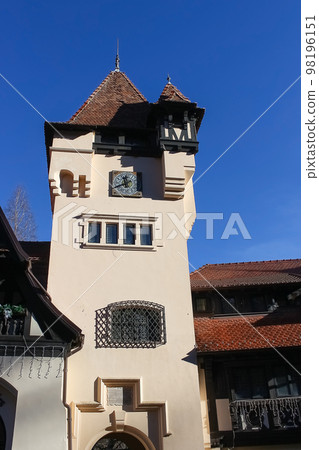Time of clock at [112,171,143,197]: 11:40
